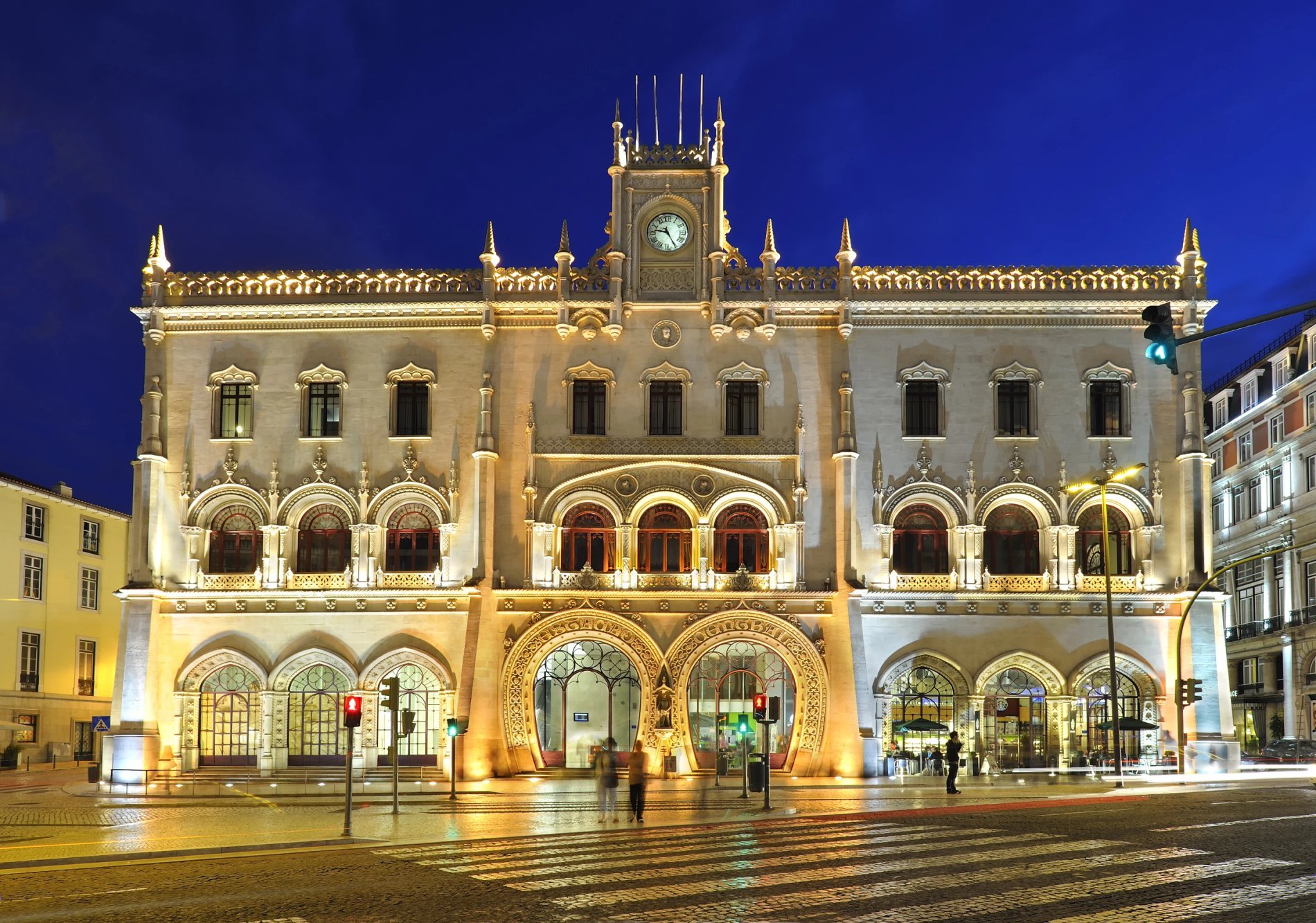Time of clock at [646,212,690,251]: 9:25
